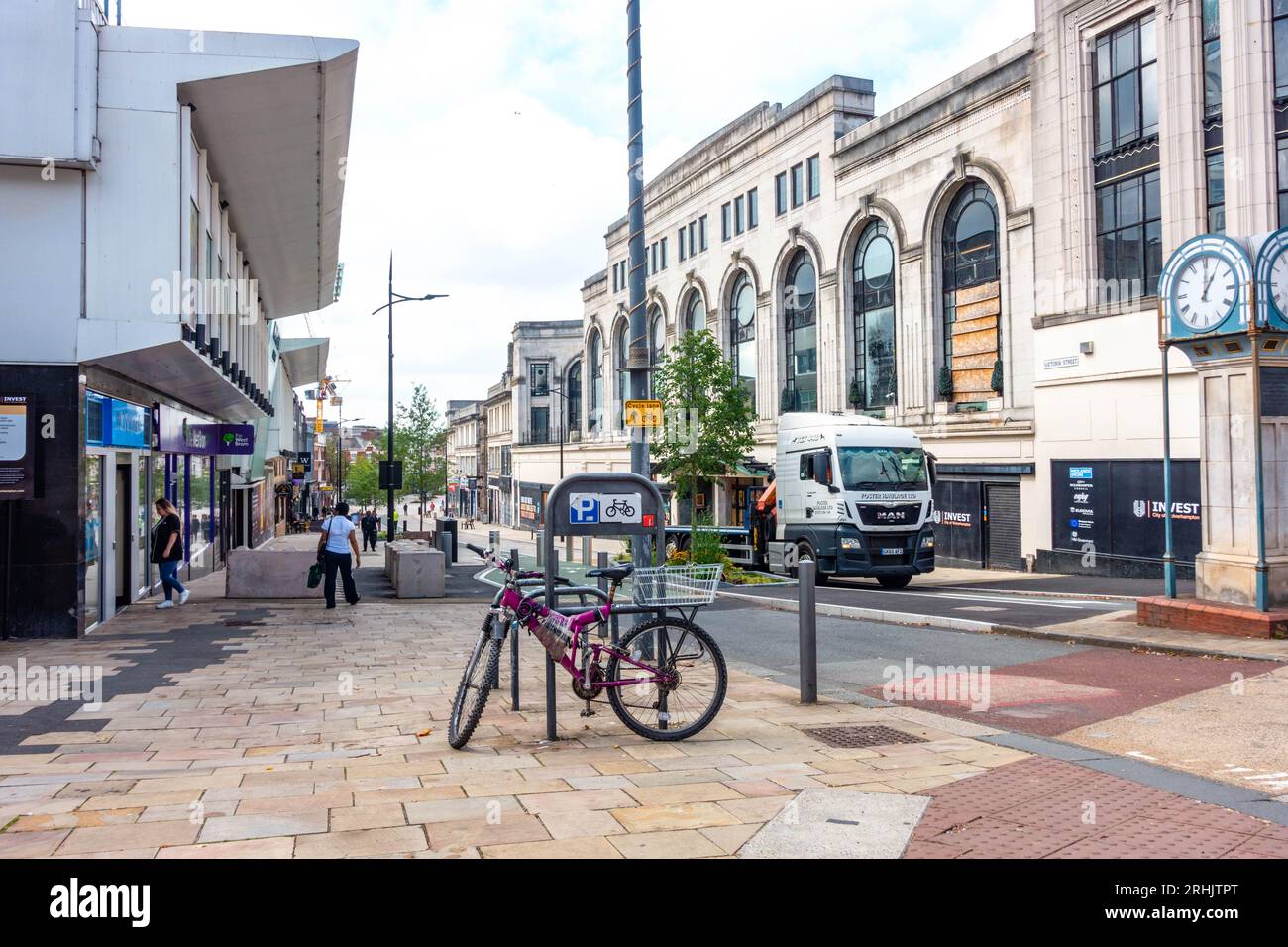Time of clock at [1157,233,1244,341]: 1:00
